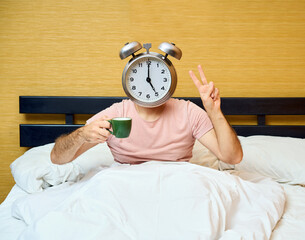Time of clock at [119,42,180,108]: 5:00
